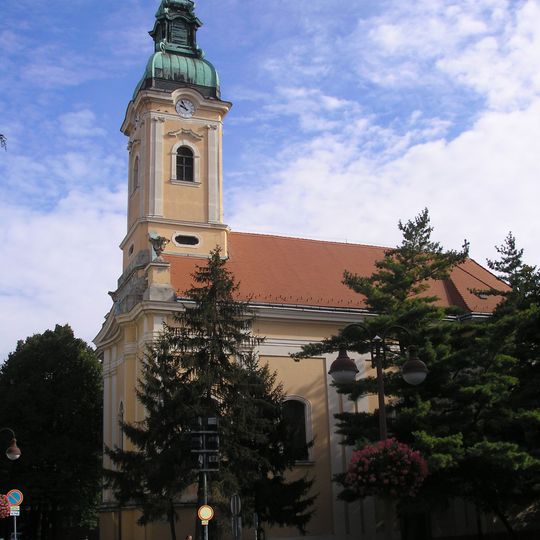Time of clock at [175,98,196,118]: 9:55
